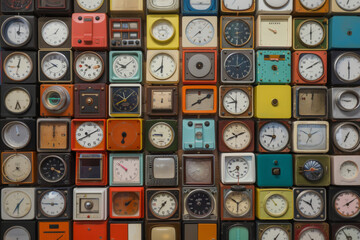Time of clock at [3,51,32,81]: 9:01
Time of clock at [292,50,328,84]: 8:09
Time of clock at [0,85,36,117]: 5:33
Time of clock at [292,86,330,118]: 12:00
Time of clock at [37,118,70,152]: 12:00
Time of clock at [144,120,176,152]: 8:45
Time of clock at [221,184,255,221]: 10:08
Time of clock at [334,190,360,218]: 8:09
